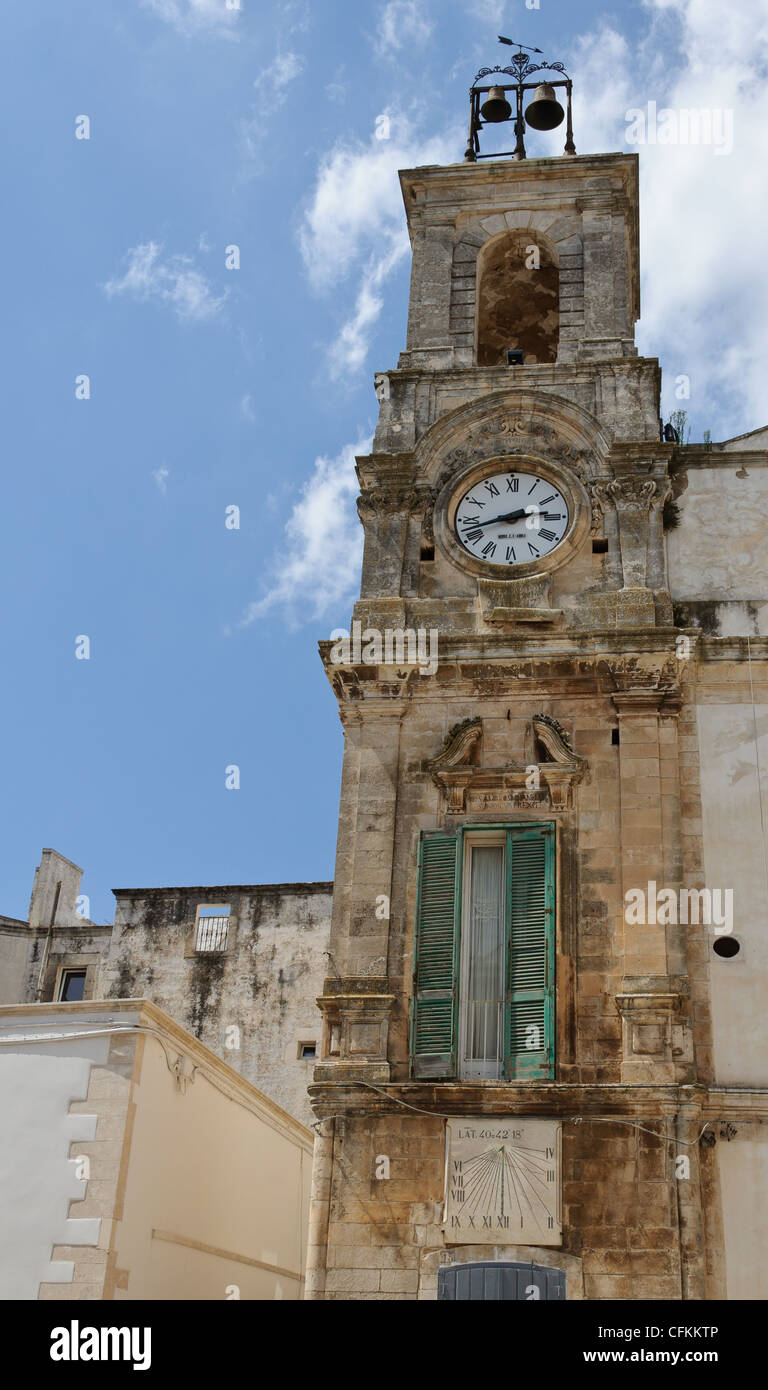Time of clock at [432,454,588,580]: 2:42
